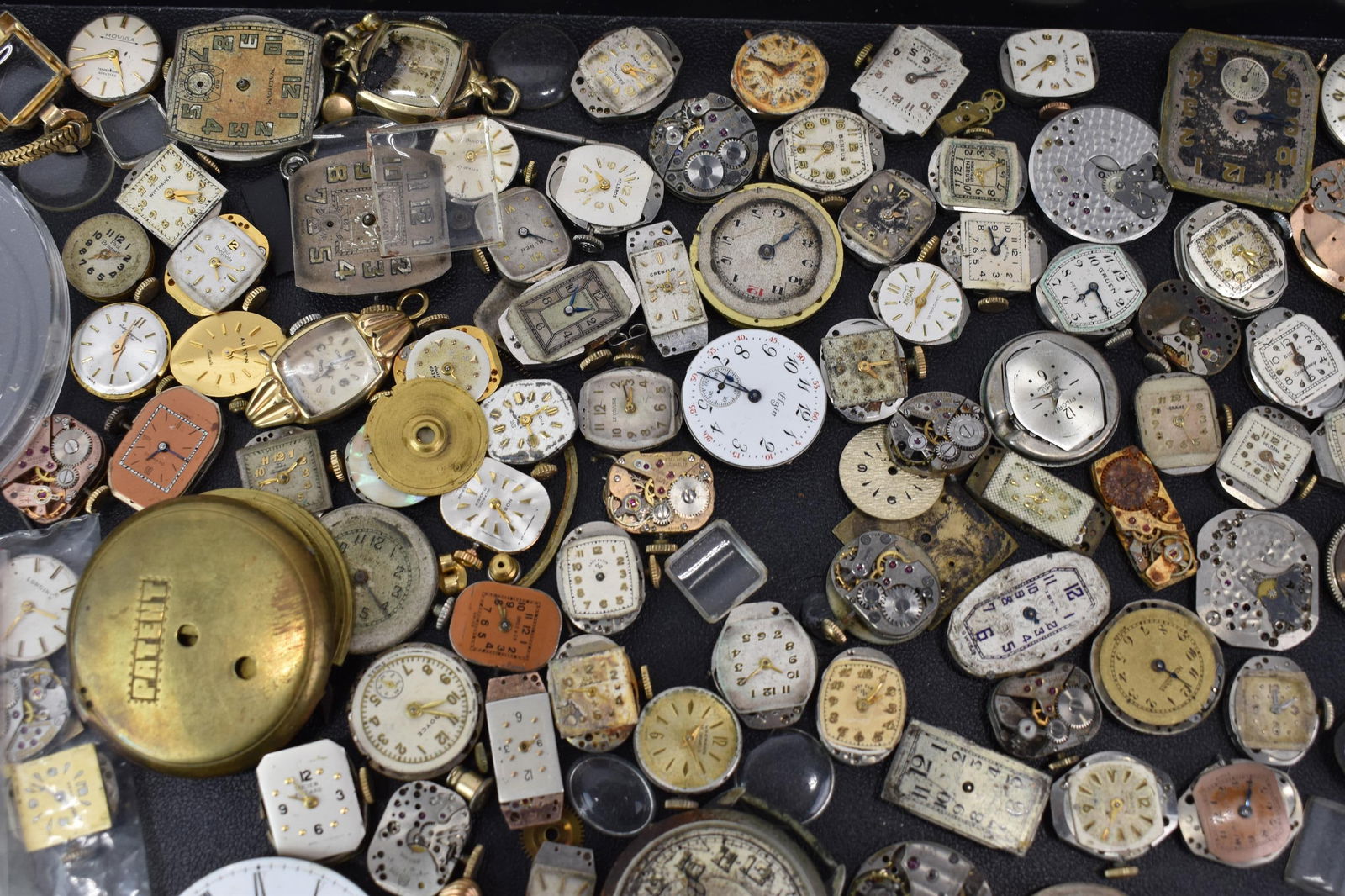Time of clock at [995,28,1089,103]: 7:40
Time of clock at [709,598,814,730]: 3:39
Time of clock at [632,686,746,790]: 1:25
